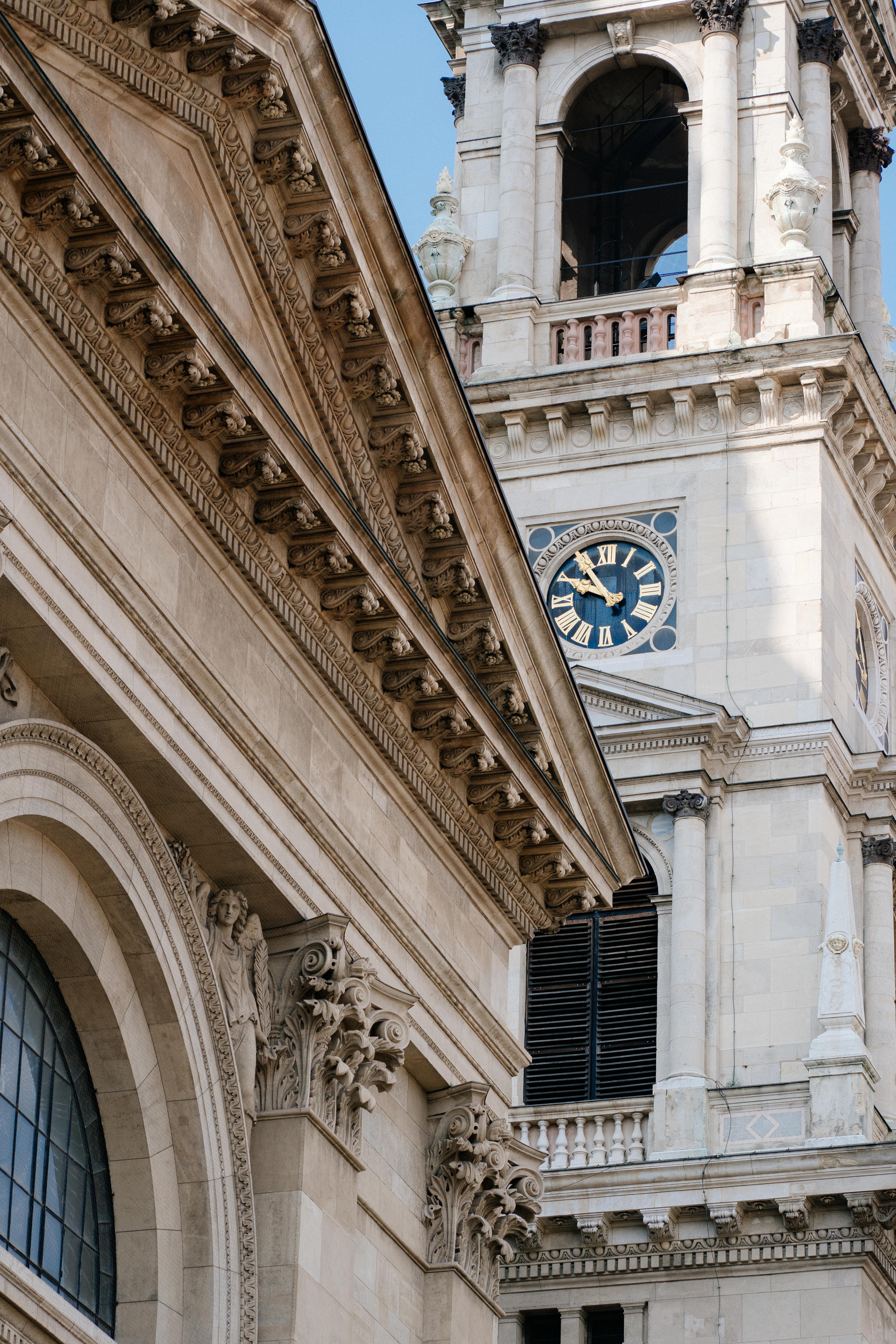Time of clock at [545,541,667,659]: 9:54
